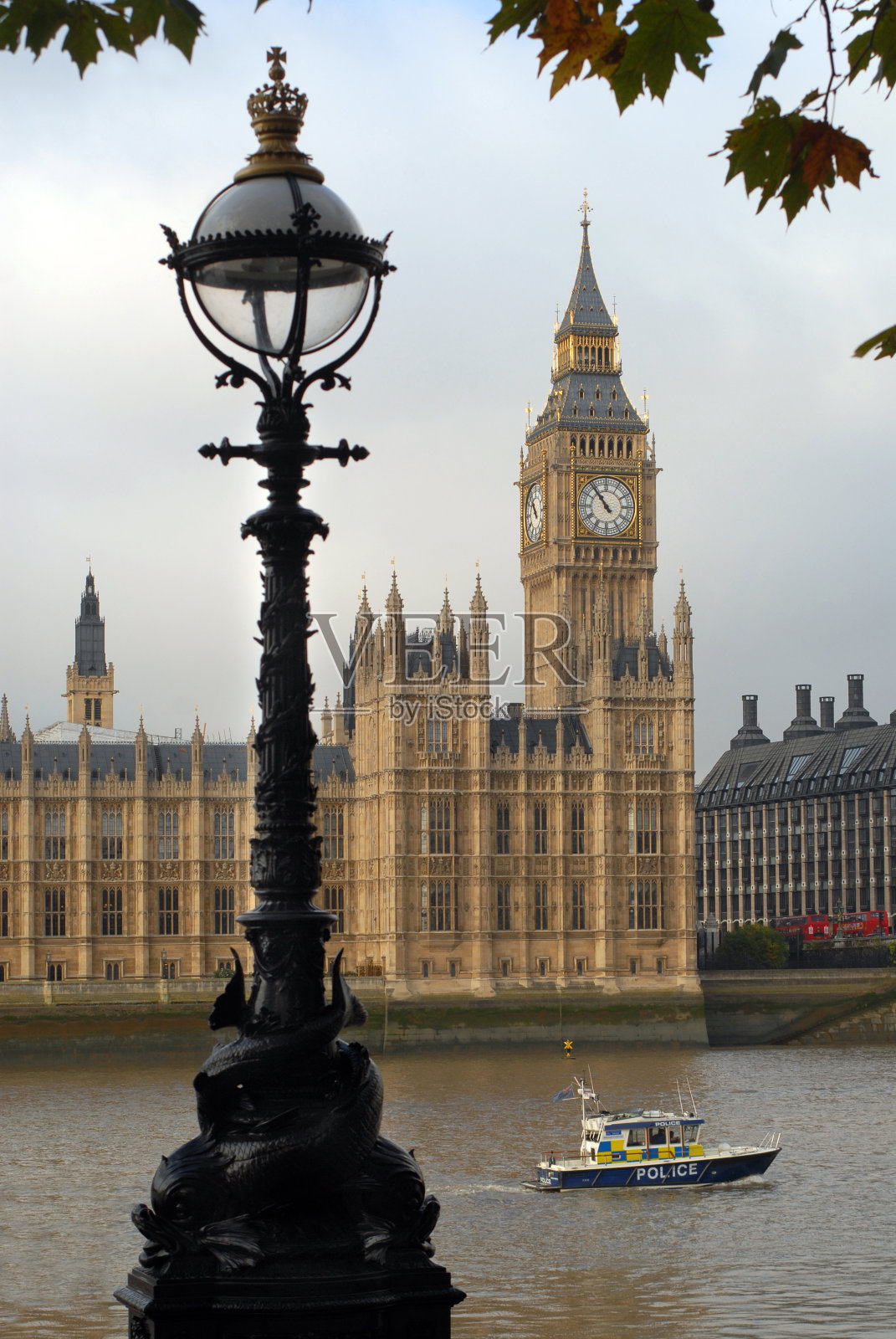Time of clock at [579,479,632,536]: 10:53
